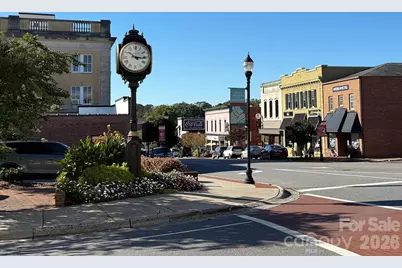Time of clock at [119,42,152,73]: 10:15
